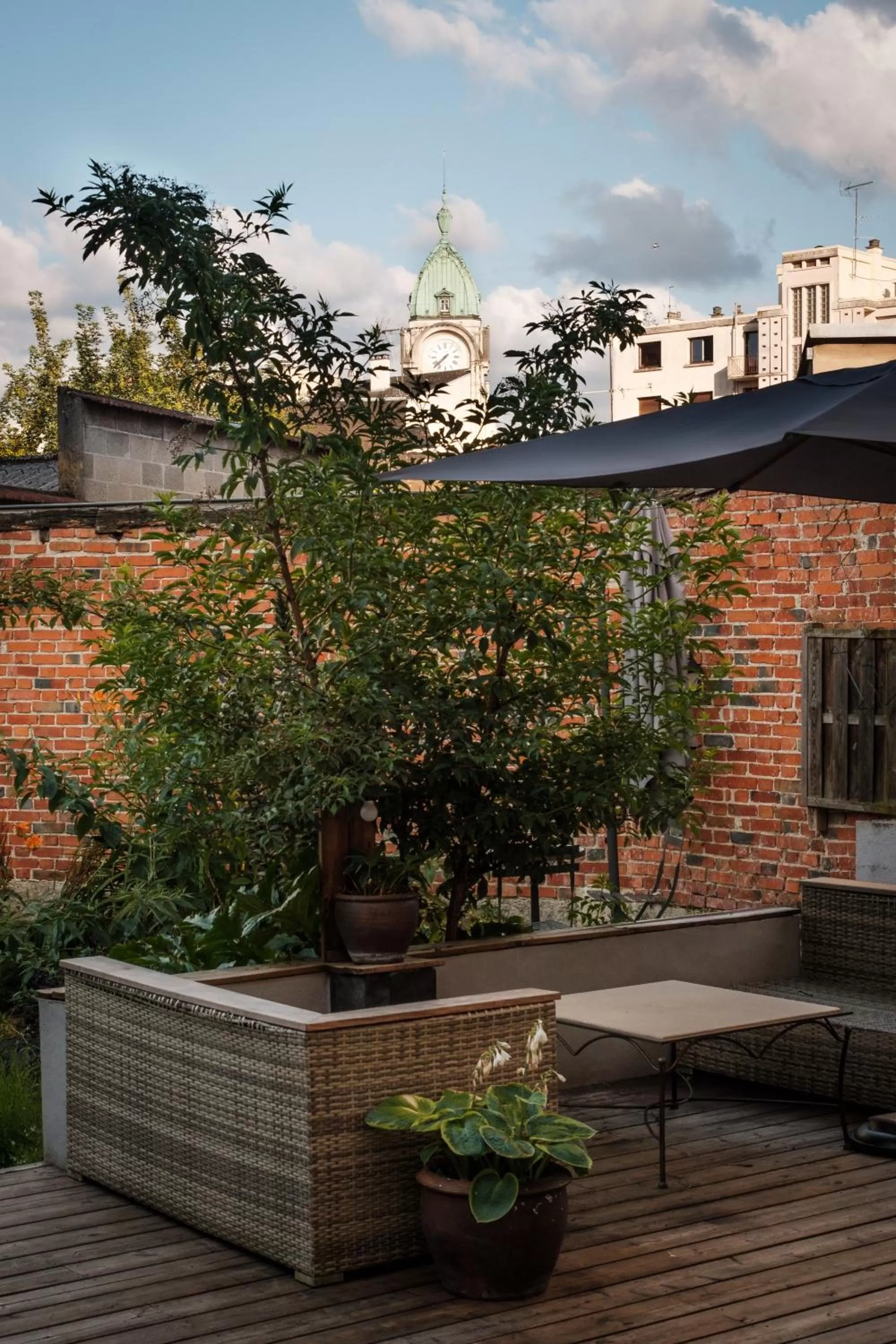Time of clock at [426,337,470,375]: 7:37
